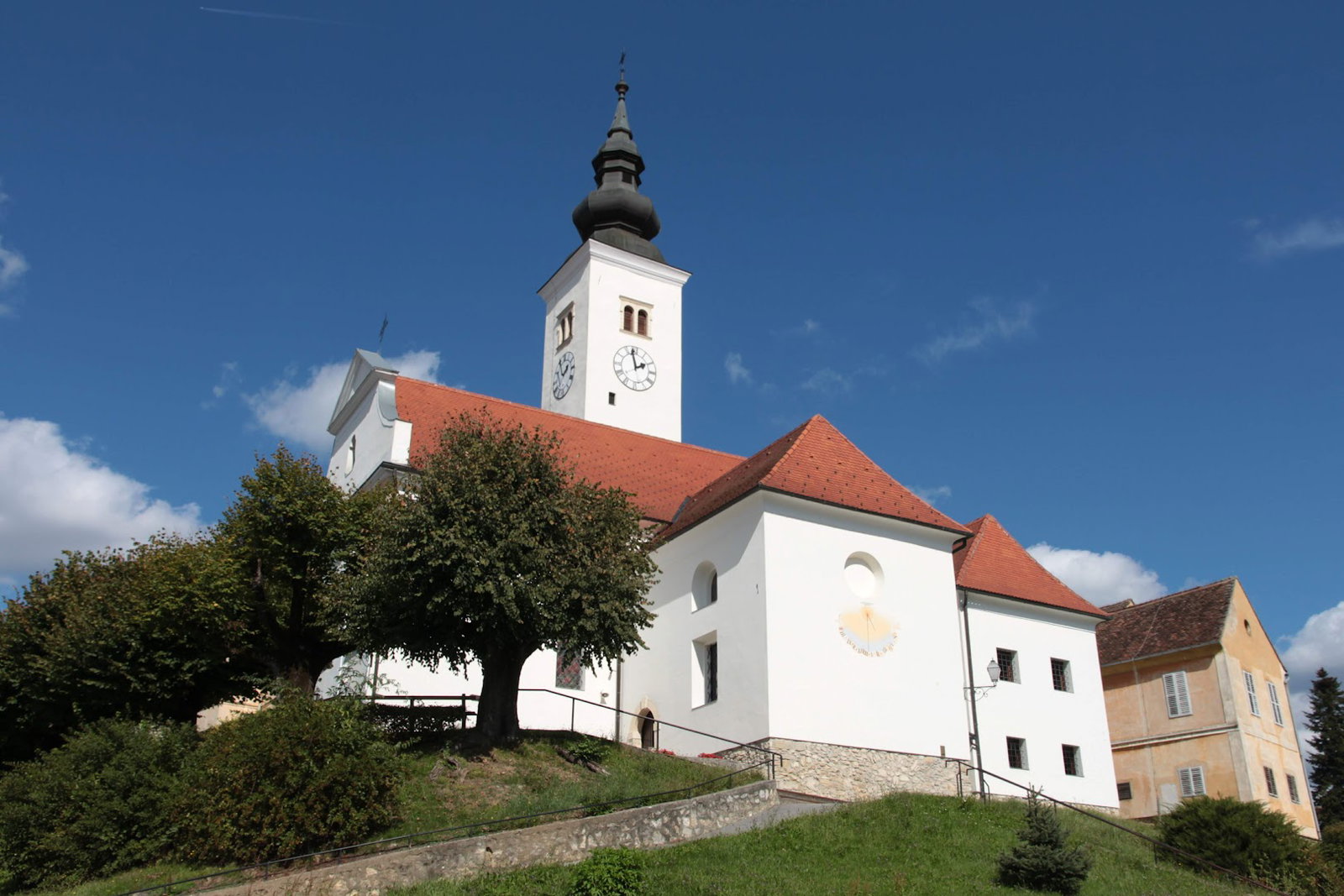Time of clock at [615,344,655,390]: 1:57
